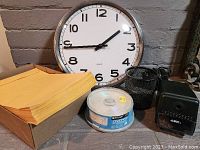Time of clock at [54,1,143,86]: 1:44
